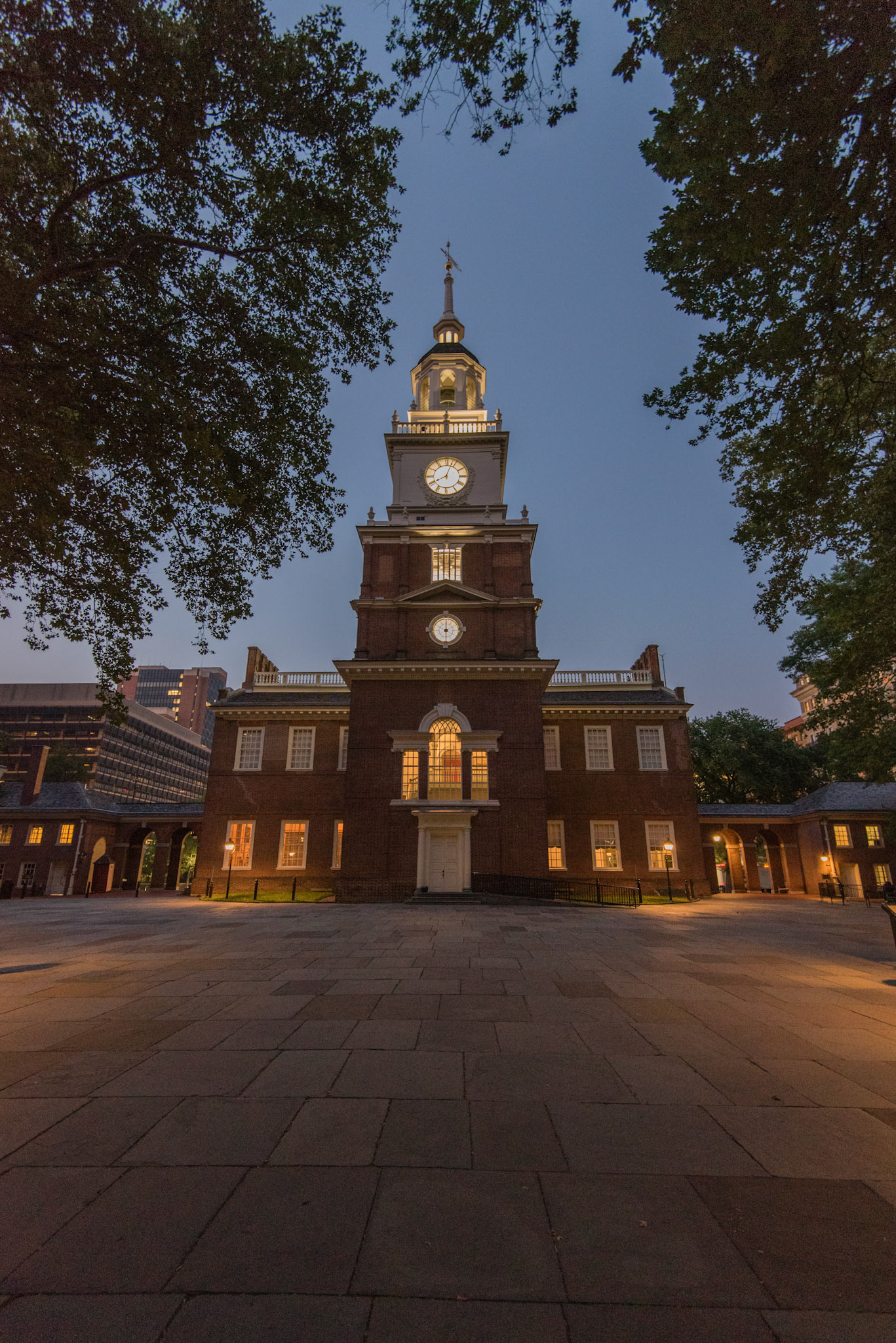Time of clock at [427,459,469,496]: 8:03
